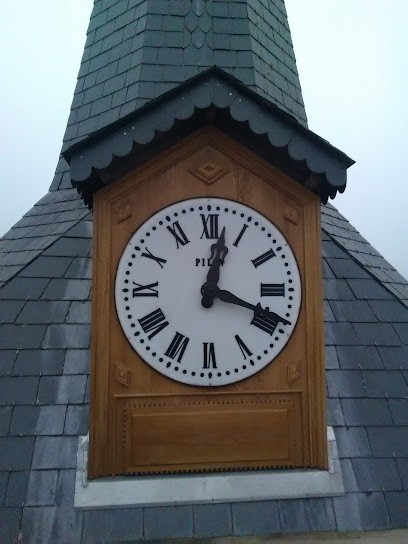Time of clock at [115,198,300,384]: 12:18
